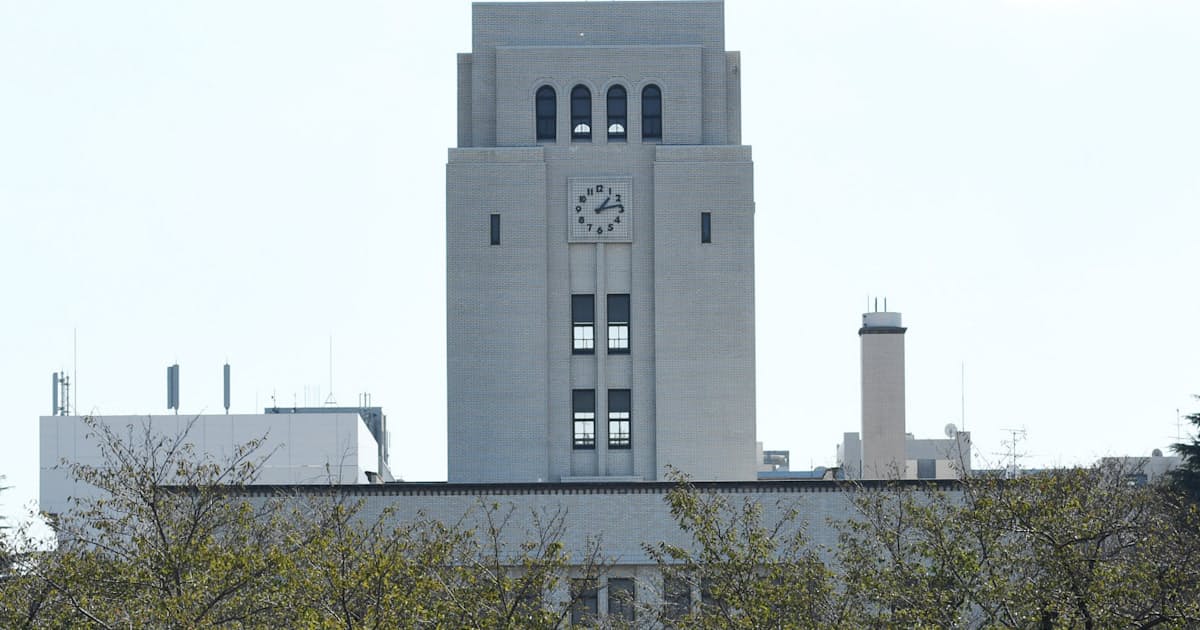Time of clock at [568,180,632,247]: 1:13
